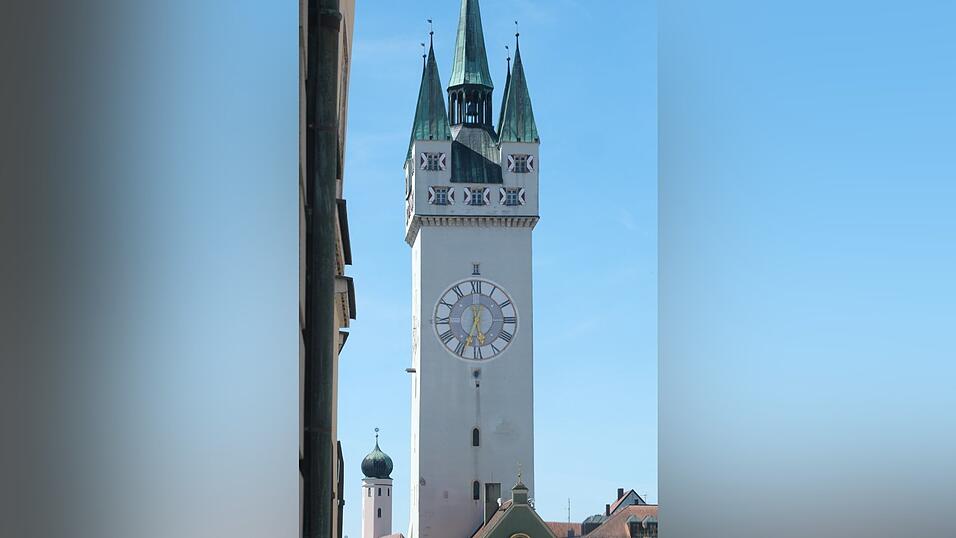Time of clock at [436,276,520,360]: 5:33
